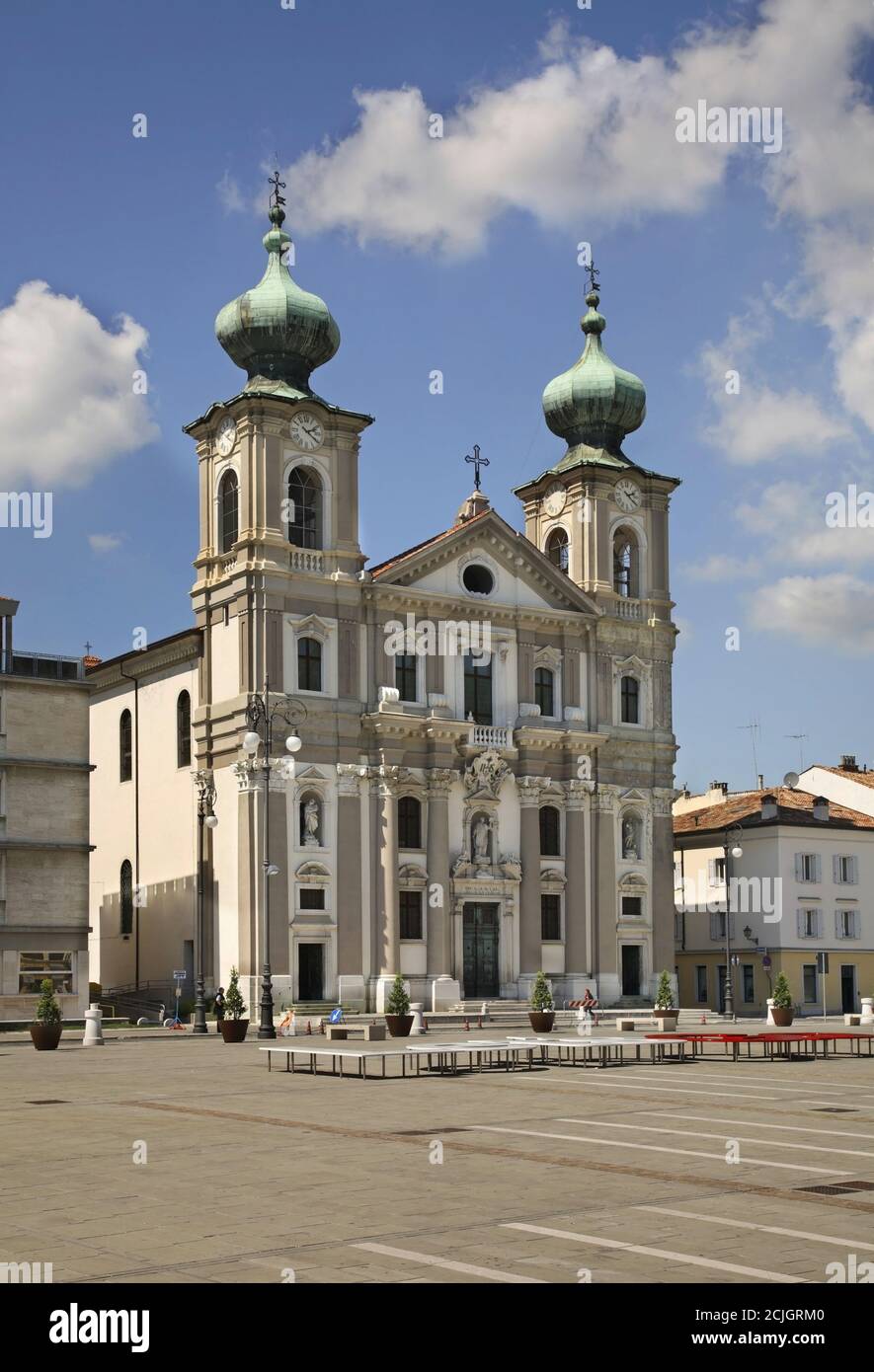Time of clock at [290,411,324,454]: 2:21
